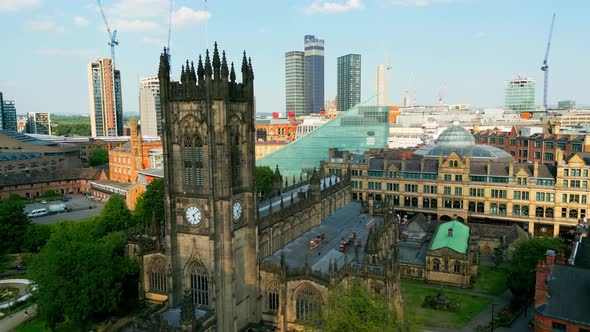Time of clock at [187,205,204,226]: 5:08
